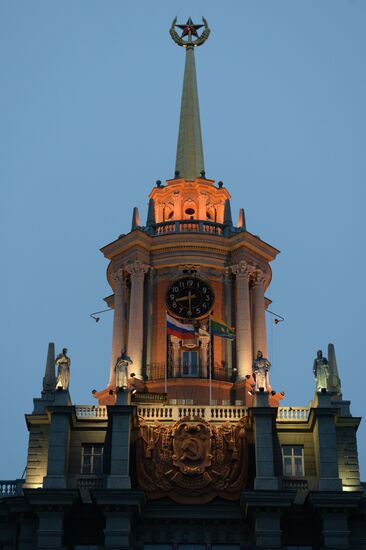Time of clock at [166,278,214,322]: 8:29
